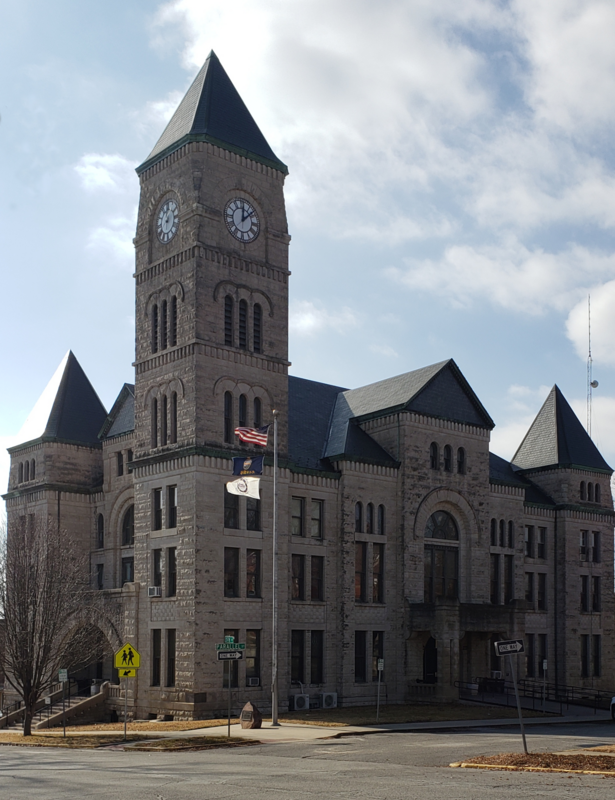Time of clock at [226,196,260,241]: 12:08
